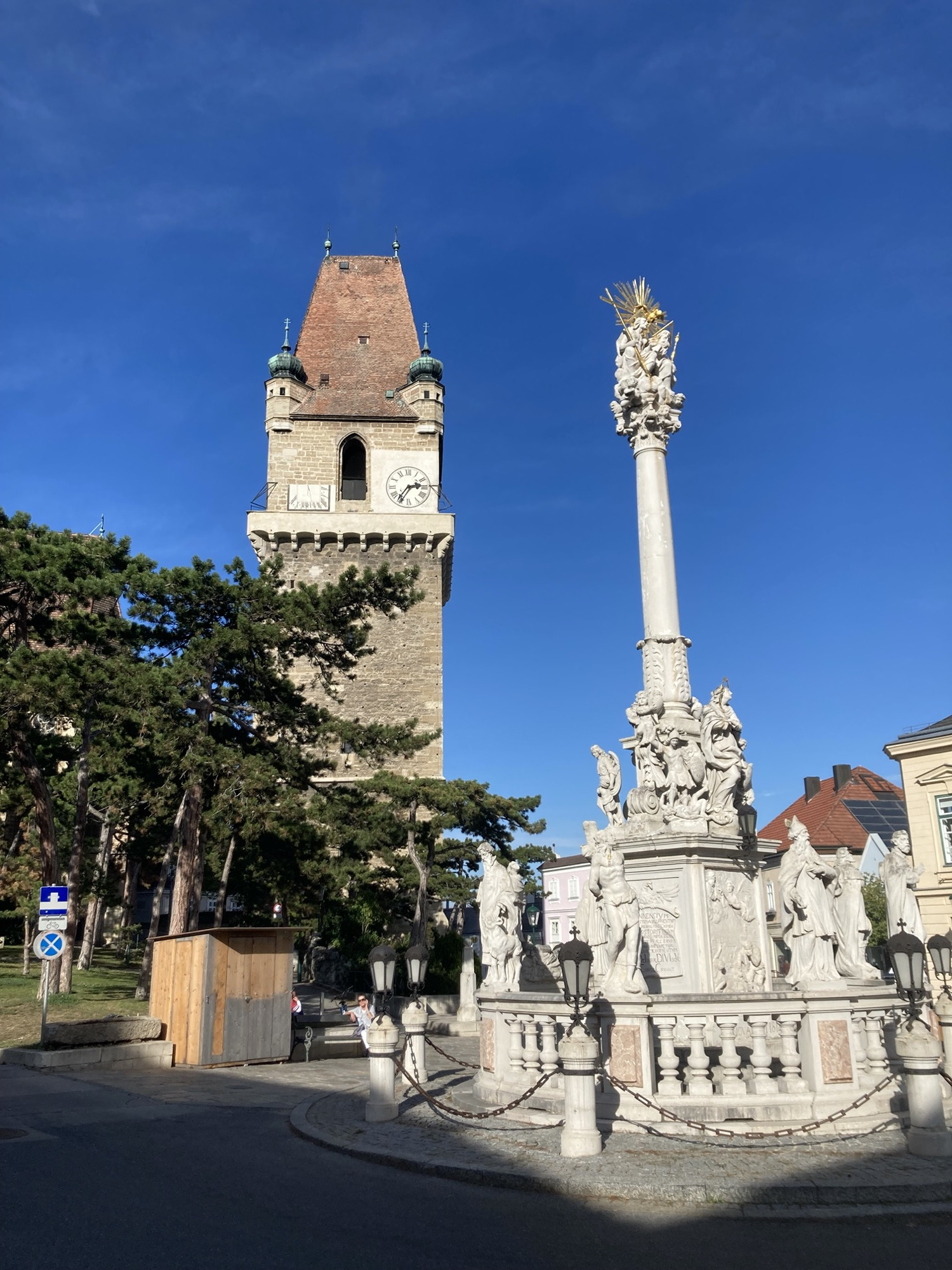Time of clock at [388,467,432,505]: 2:36
